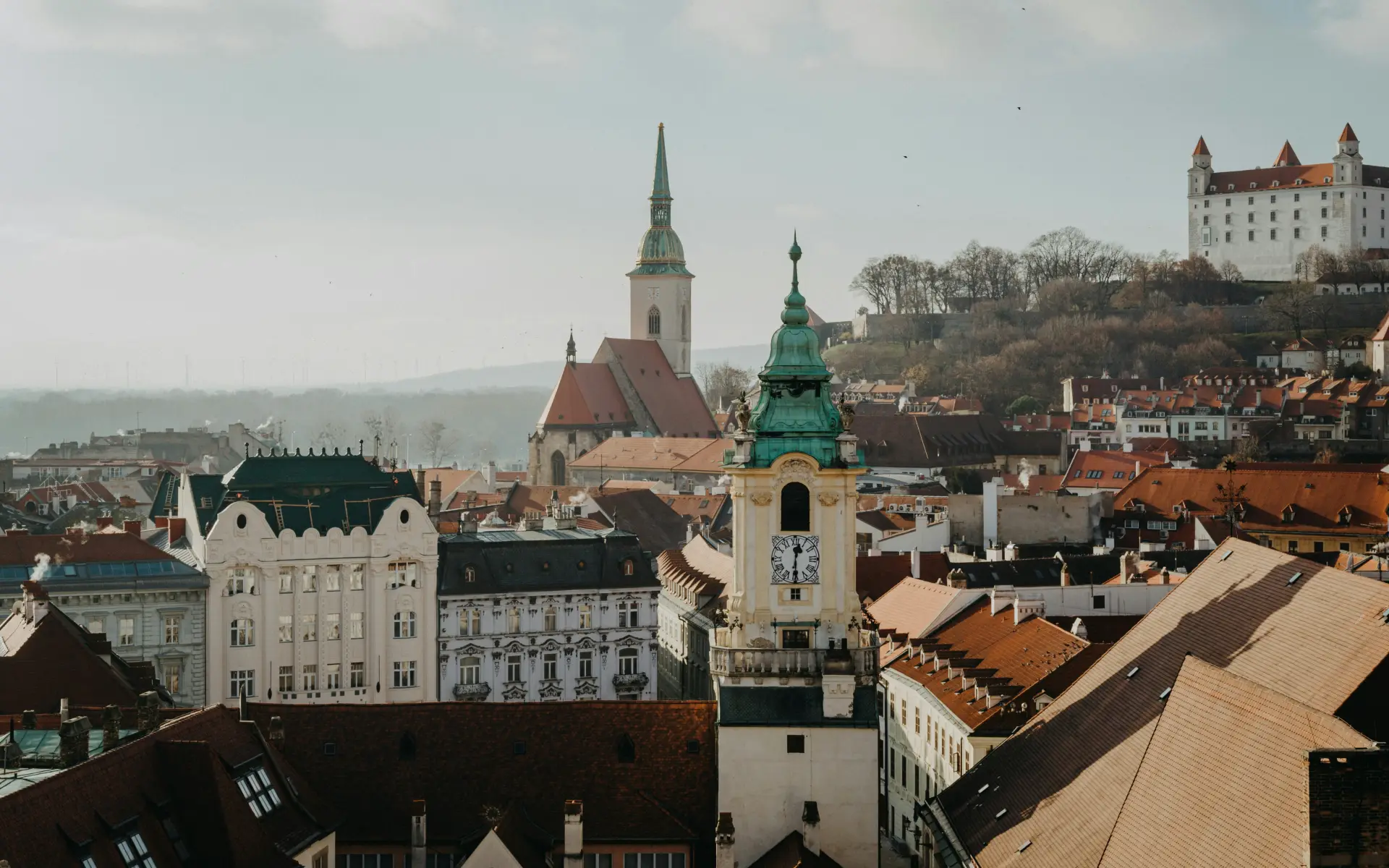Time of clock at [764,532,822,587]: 12:30
